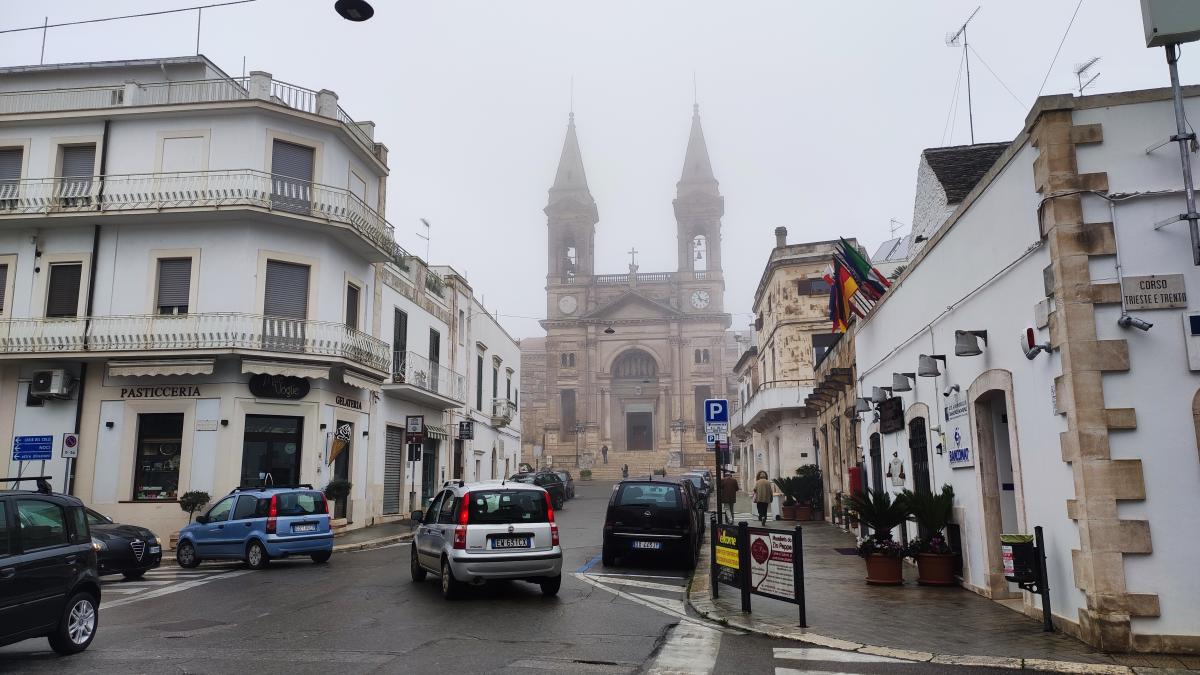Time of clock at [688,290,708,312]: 11:17
